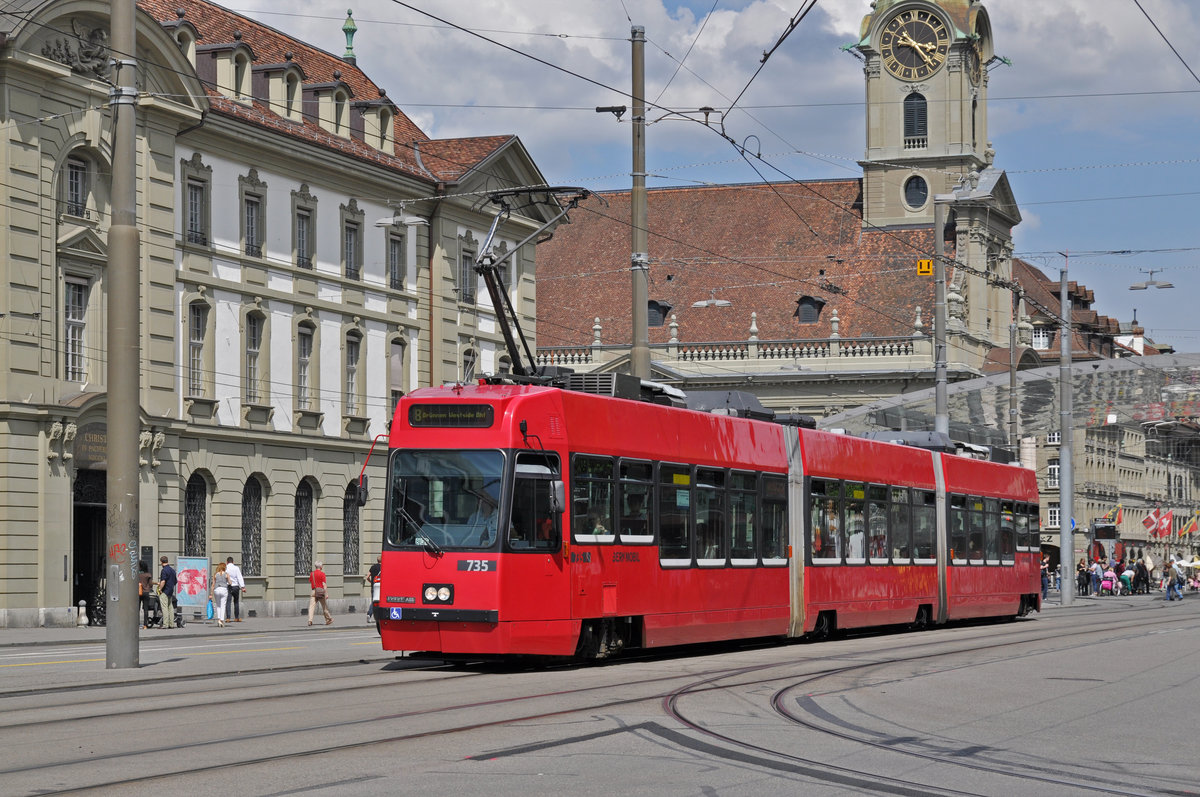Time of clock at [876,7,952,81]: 3:22
